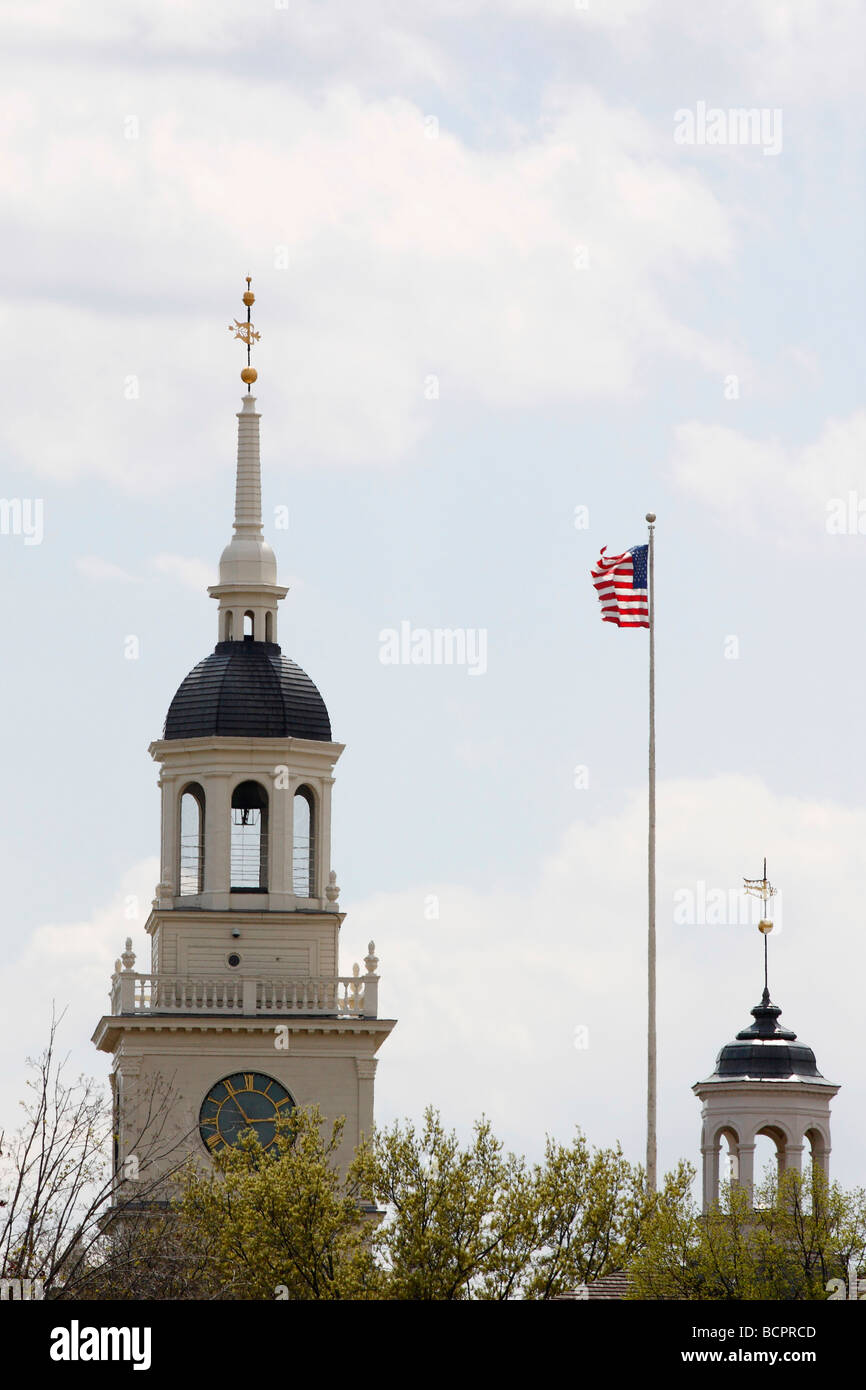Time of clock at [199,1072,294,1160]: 2:54
